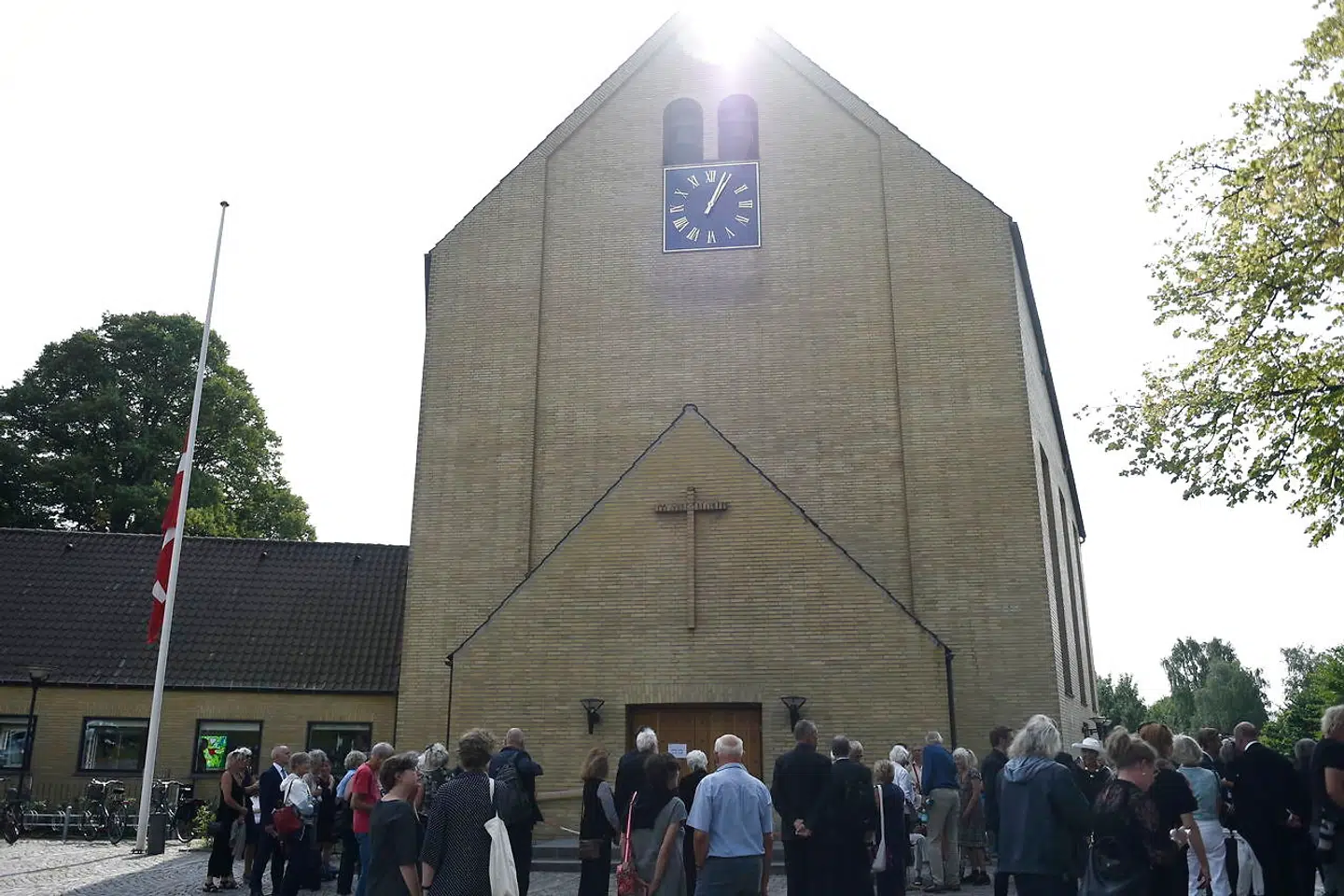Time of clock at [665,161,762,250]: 1:04
